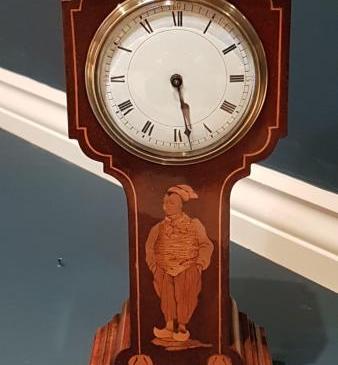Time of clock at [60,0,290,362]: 5:28
